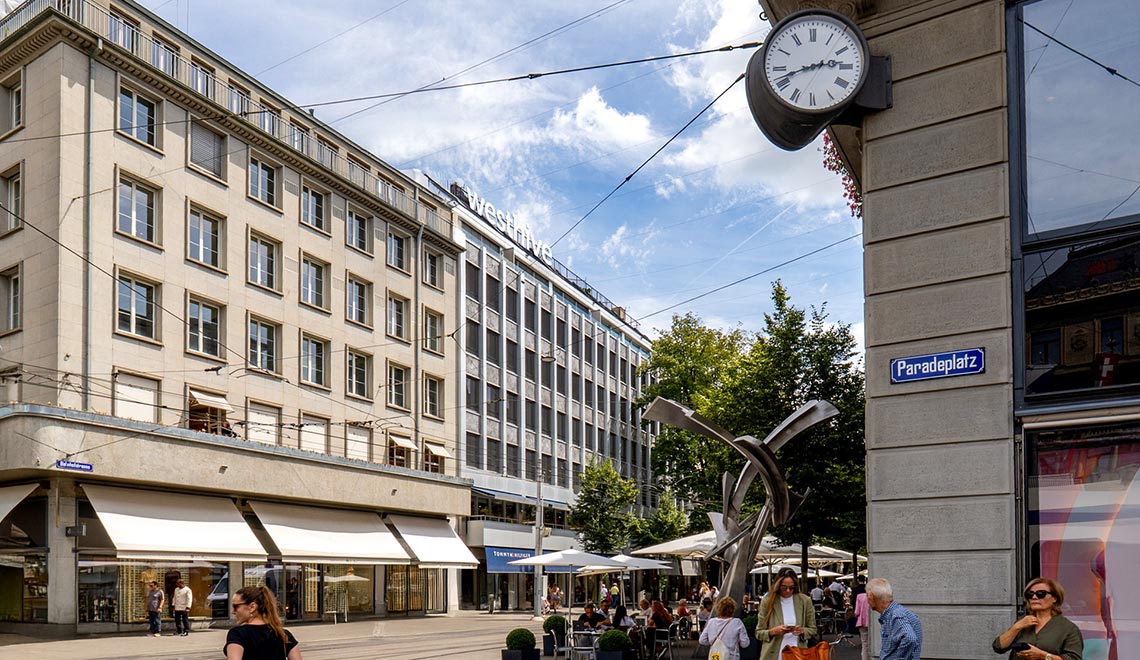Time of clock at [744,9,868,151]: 2:41
